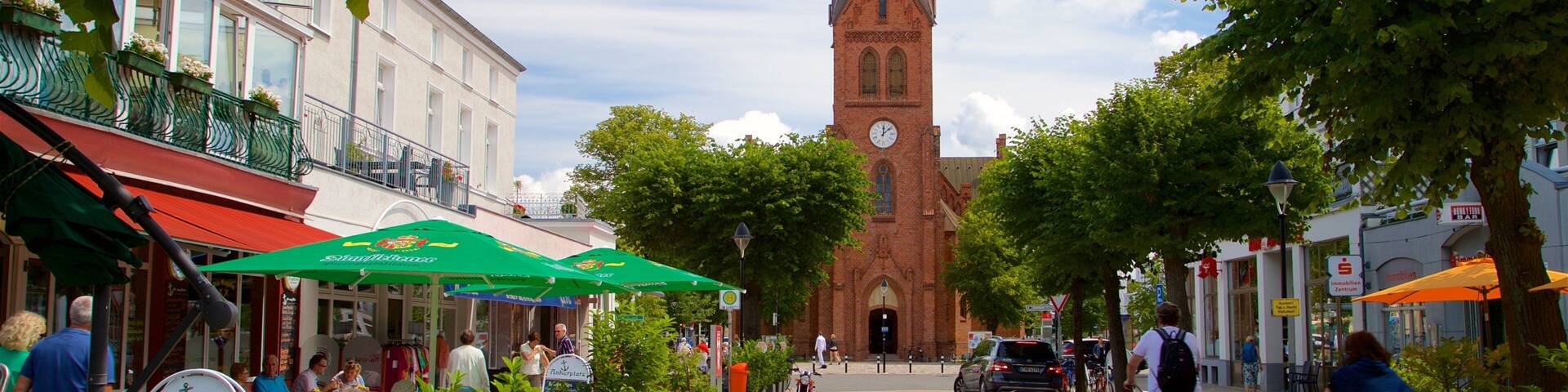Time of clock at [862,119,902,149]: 12:07
